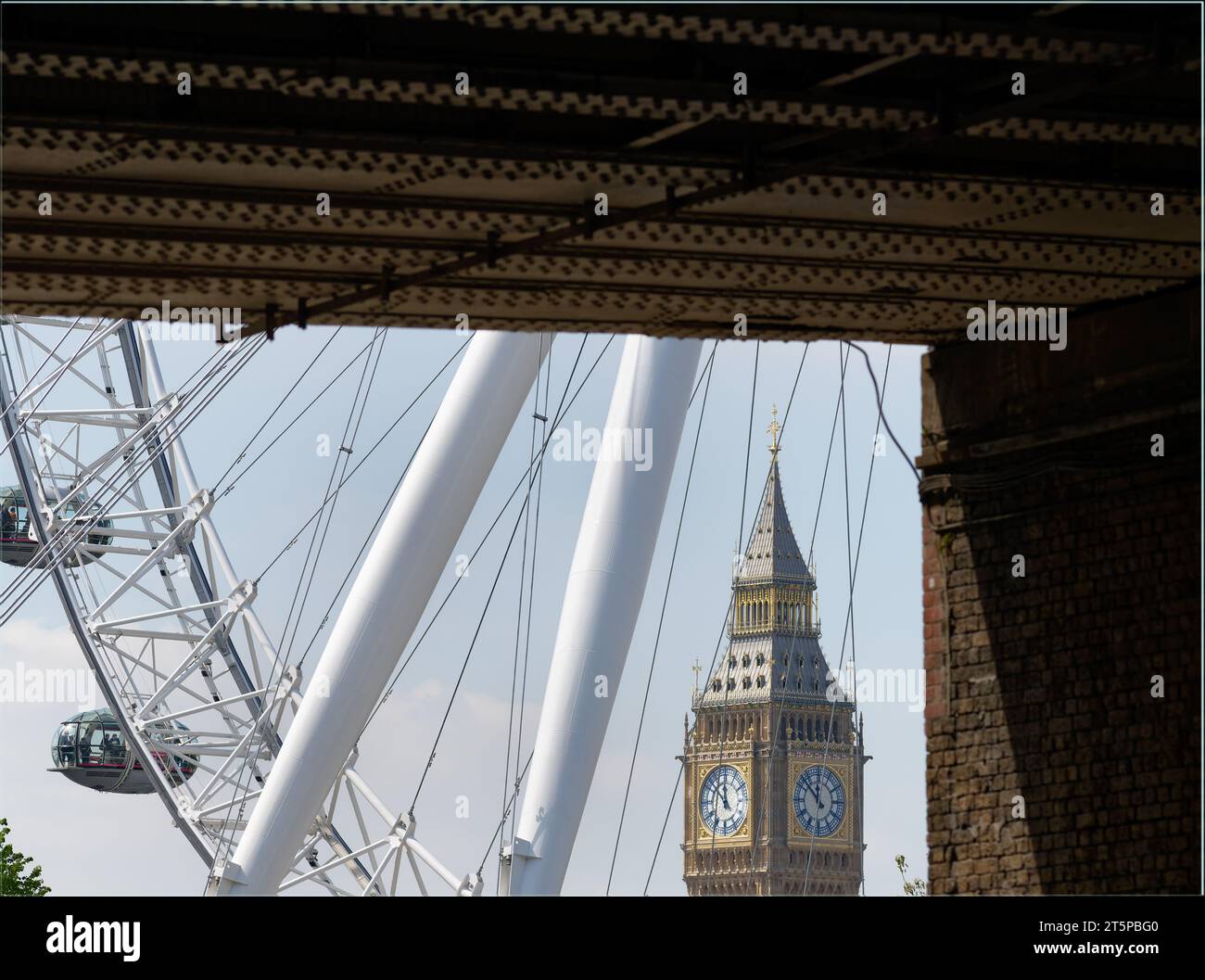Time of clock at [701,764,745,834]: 11:52
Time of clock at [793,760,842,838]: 11:52
